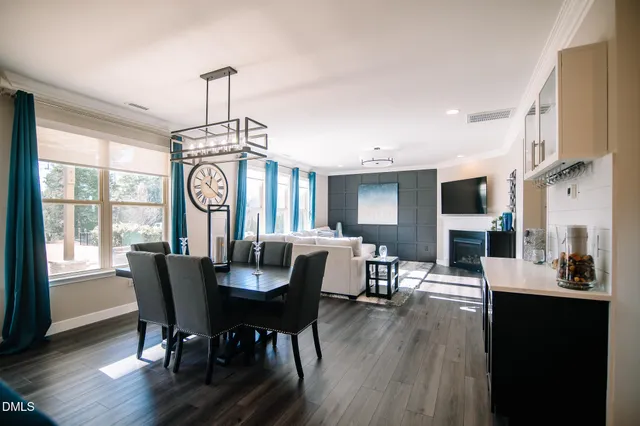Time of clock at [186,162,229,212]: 12:21
